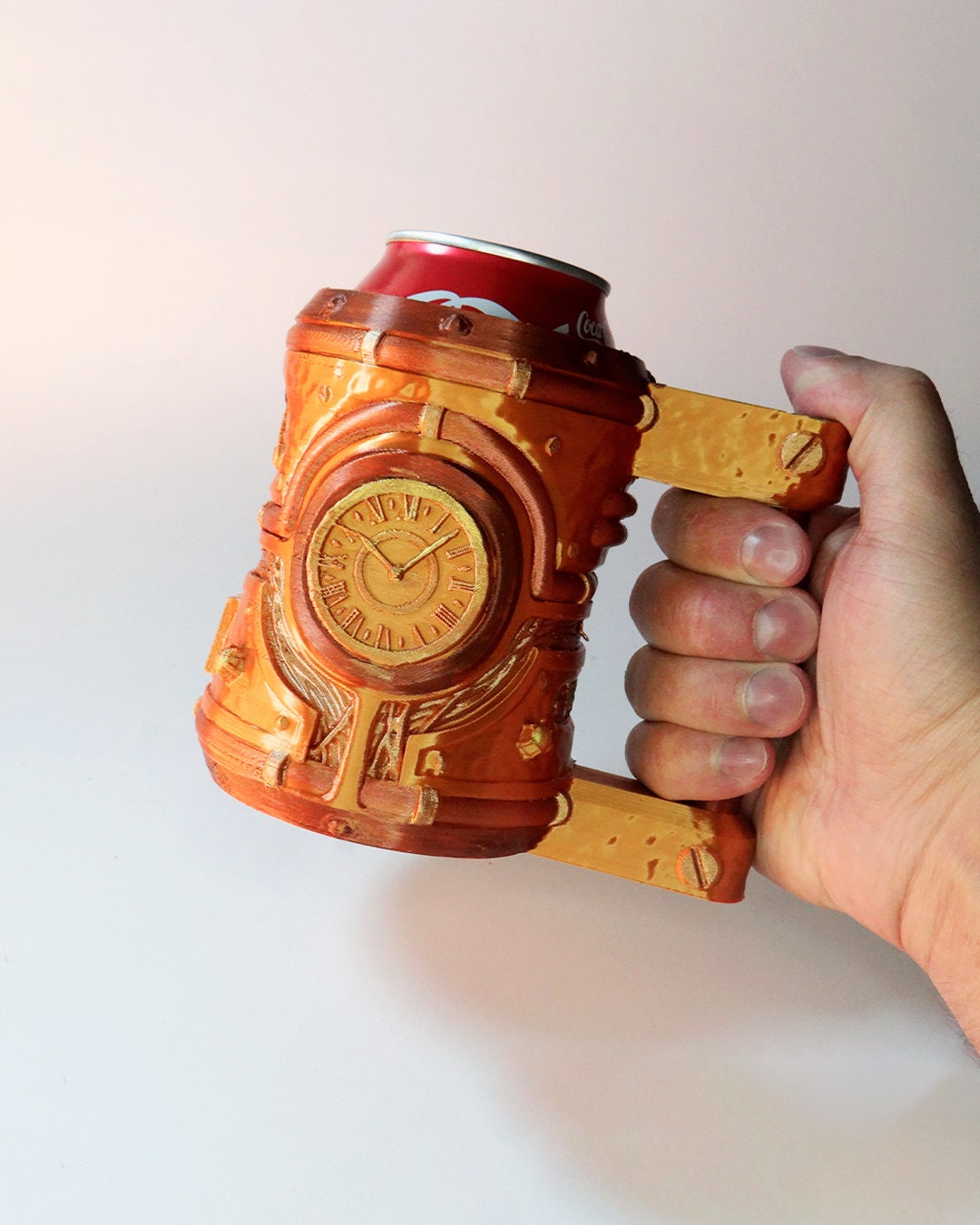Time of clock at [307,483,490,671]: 10:07
